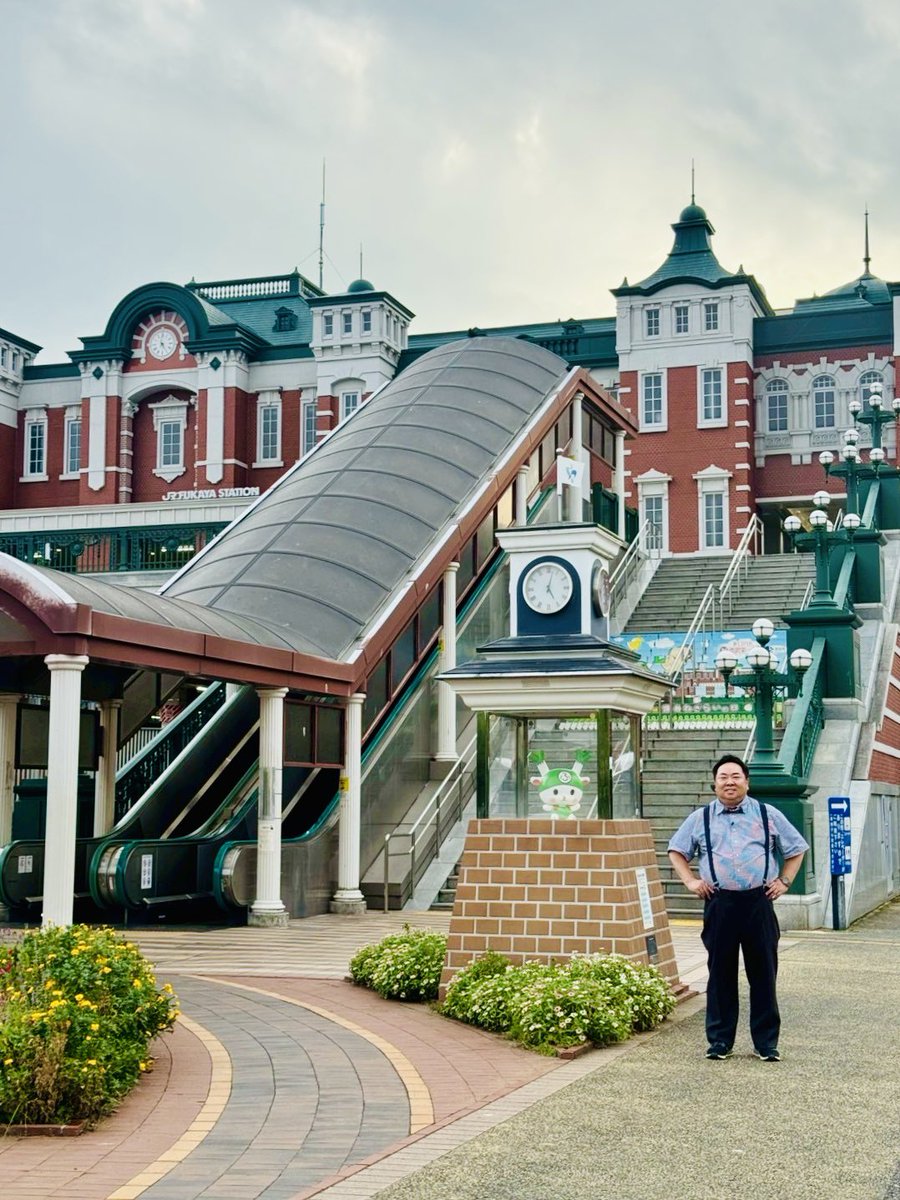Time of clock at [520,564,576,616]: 5:02
